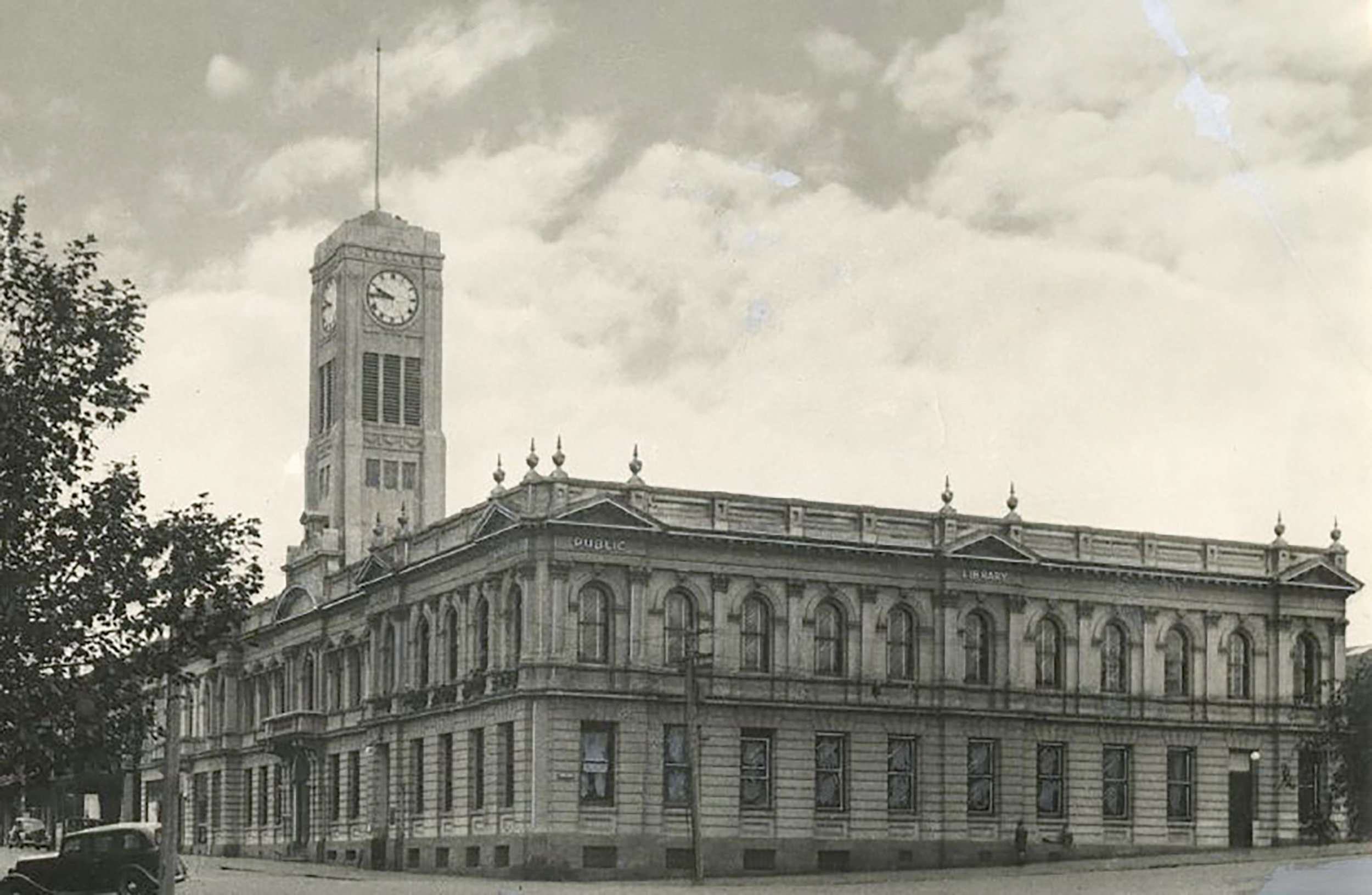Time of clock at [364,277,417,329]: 9:45
